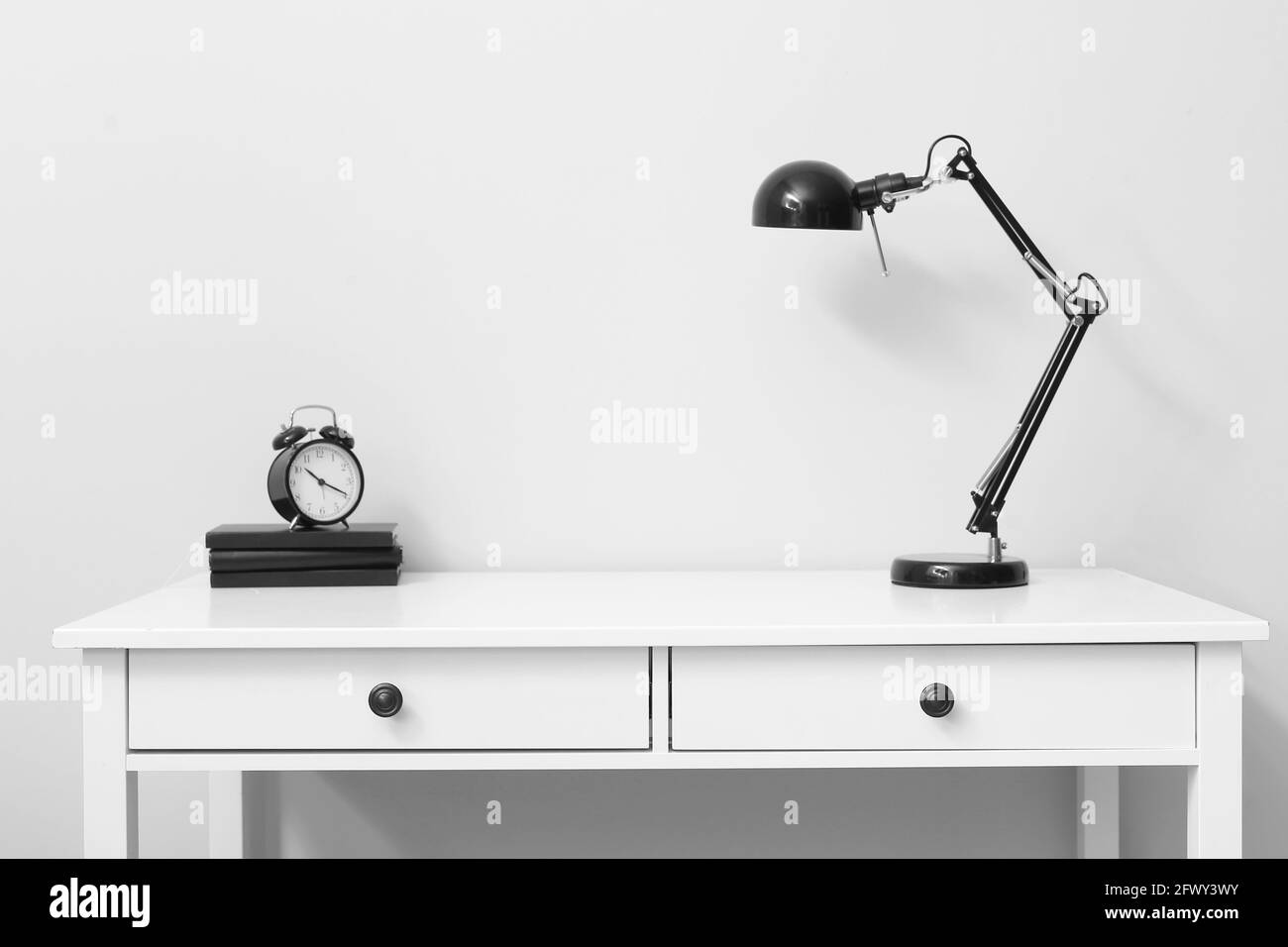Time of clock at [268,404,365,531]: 10:19
